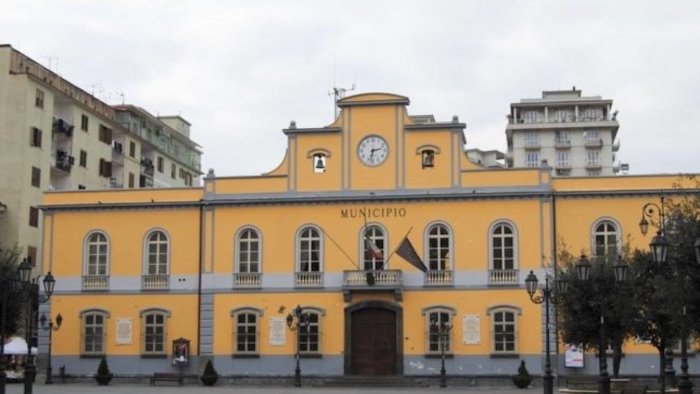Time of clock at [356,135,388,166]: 2:32
